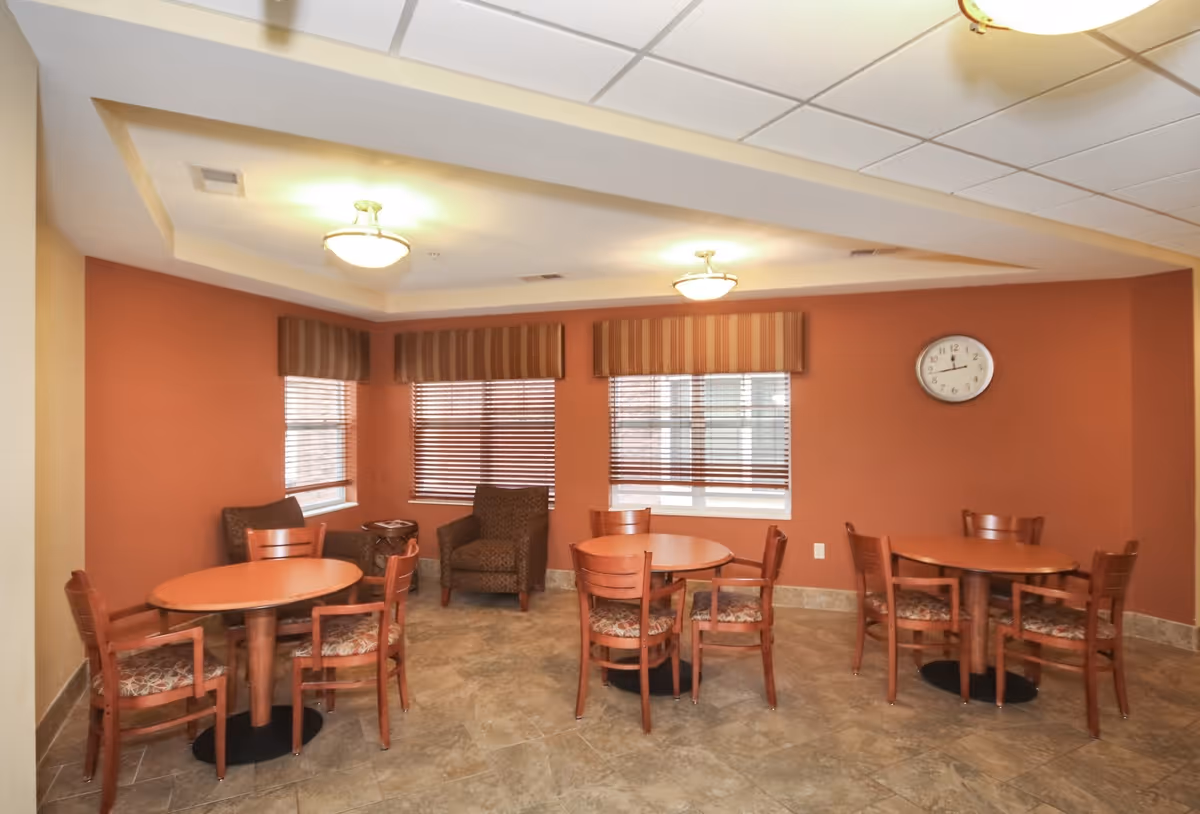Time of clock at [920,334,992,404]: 11:43
